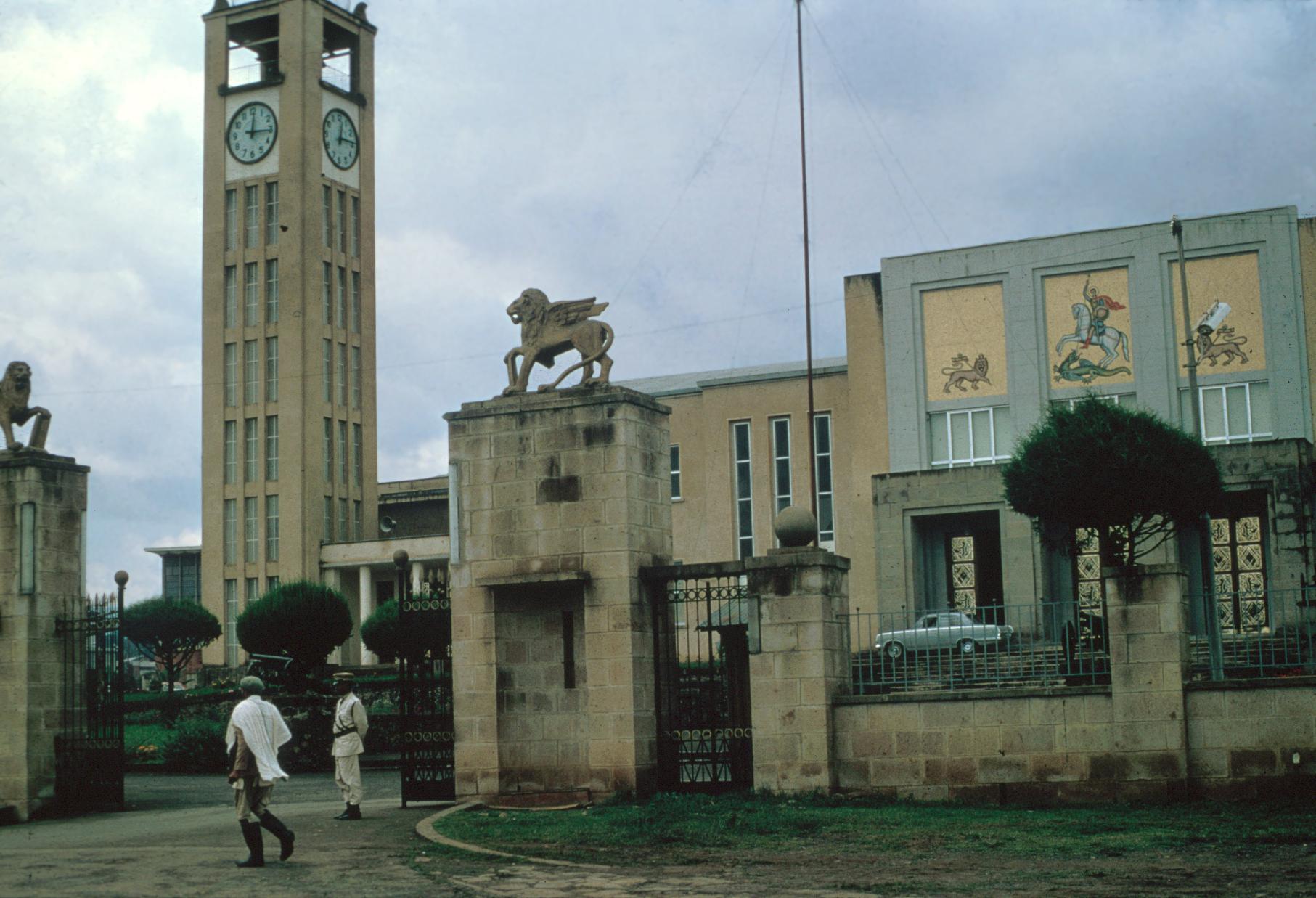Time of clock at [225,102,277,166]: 12:15
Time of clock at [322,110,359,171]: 12:14
